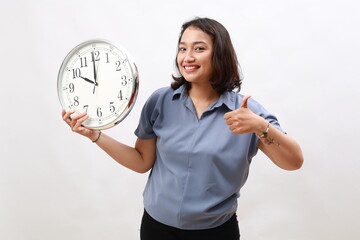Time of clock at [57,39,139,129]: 9:59
